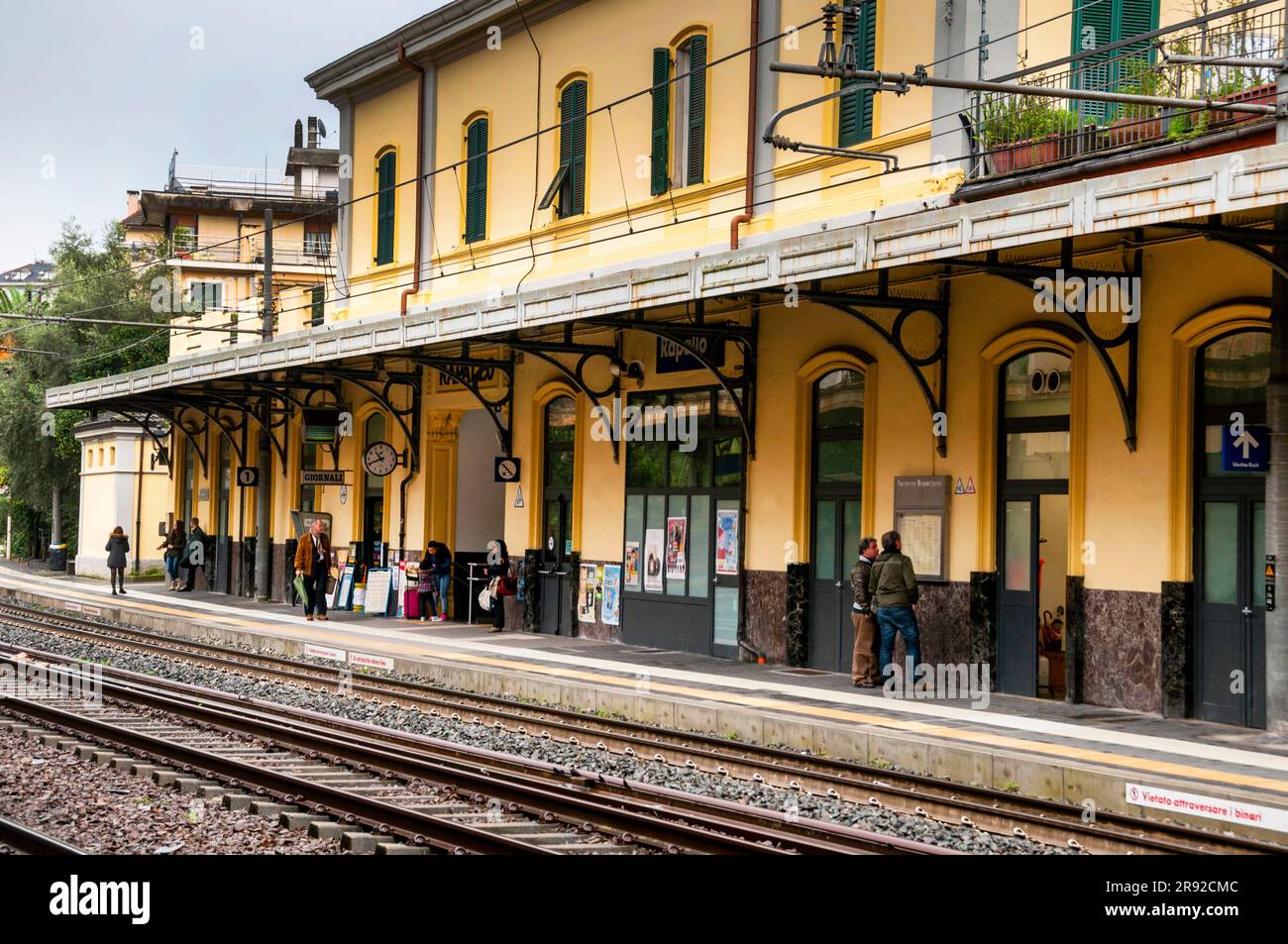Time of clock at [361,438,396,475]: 10:41
